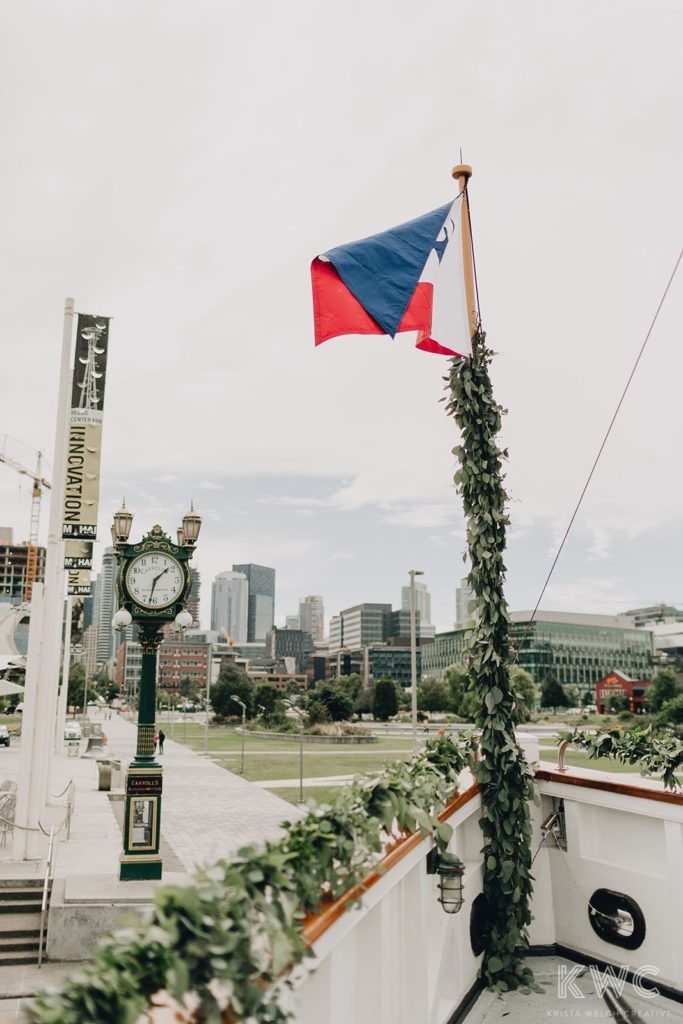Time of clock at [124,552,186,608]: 1:32
